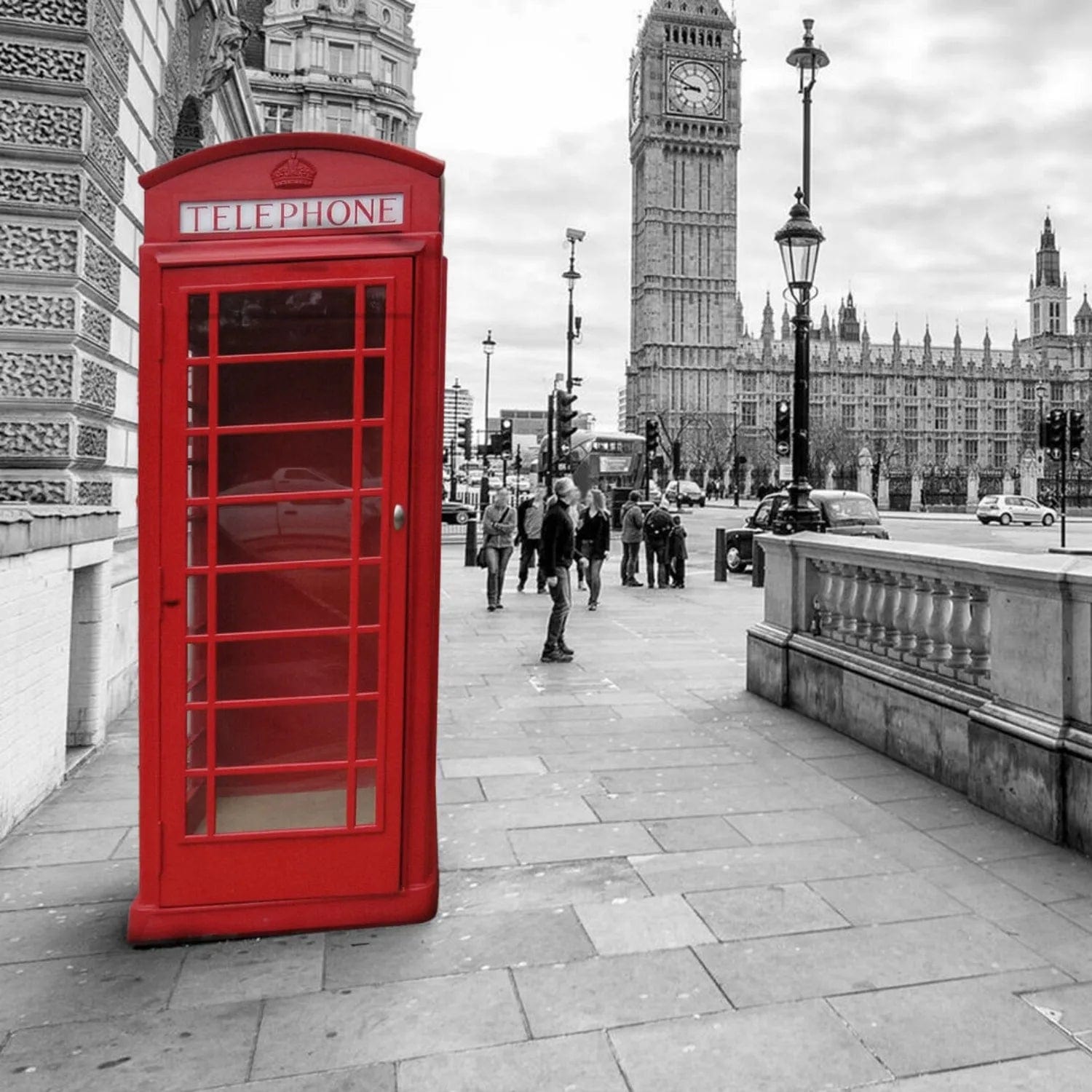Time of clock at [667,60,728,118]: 8:48
